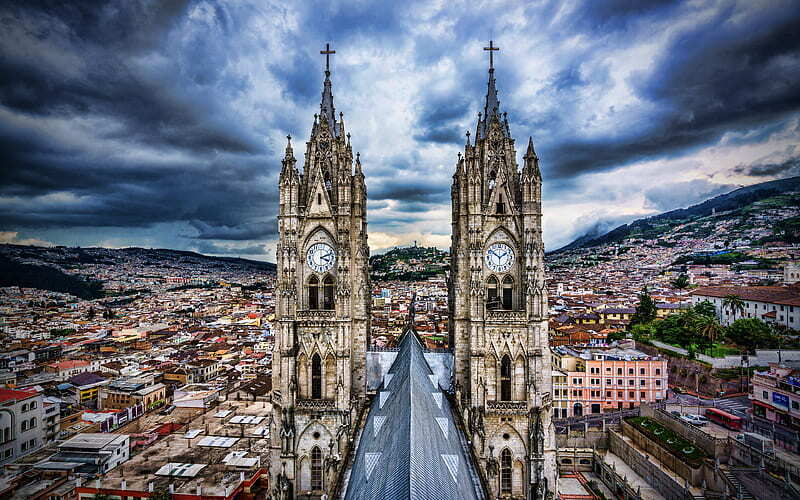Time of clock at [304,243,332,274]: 4:12
